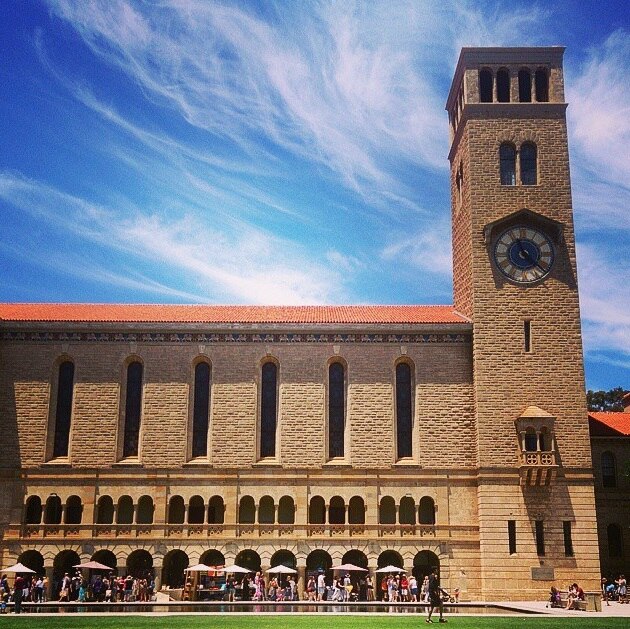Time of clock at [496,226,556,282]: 11:21
